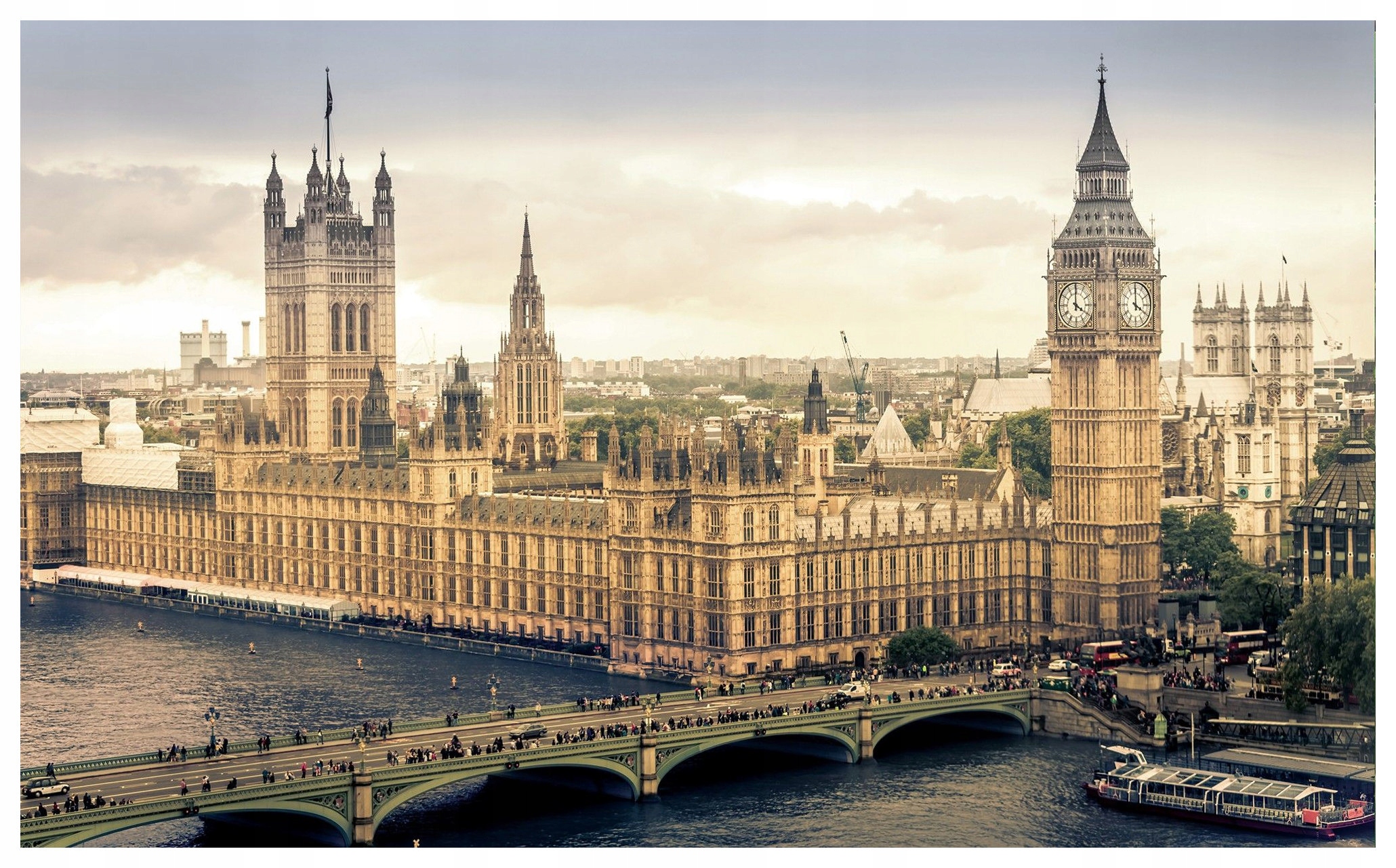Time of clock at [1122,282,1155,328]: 4:00
